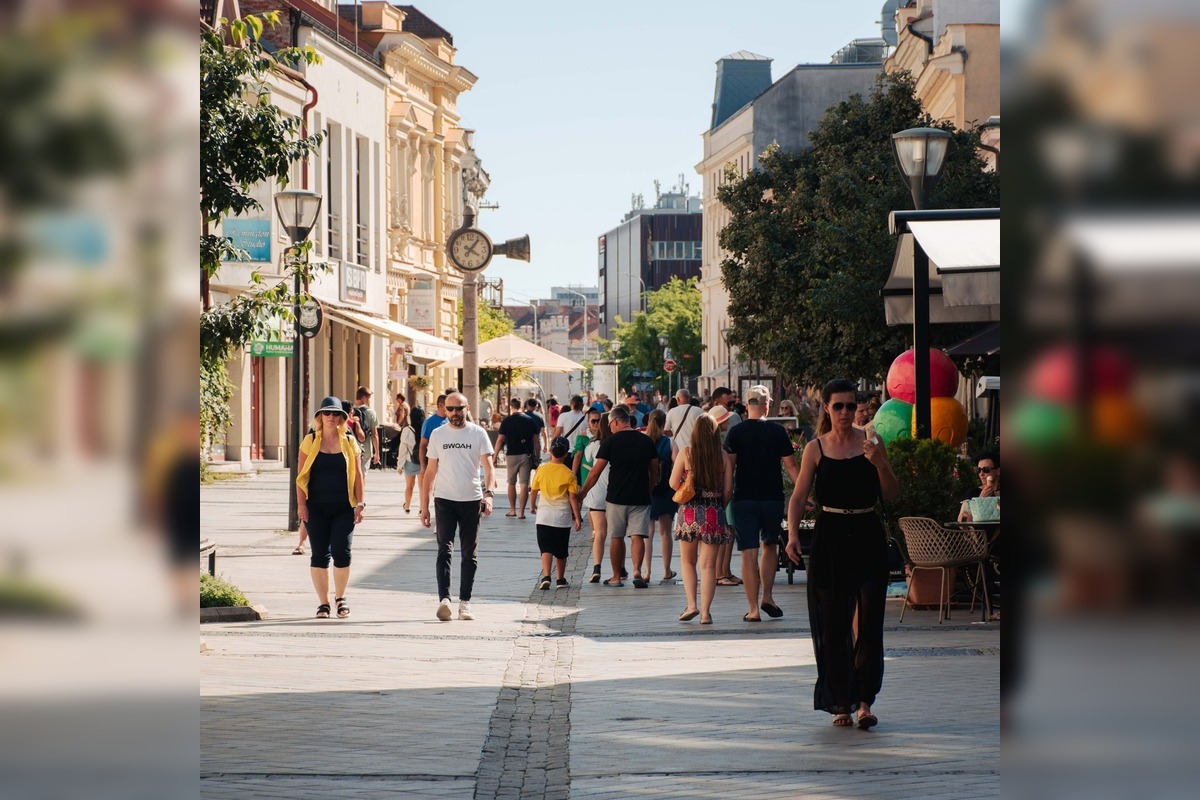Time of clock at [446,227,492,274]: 4:06
